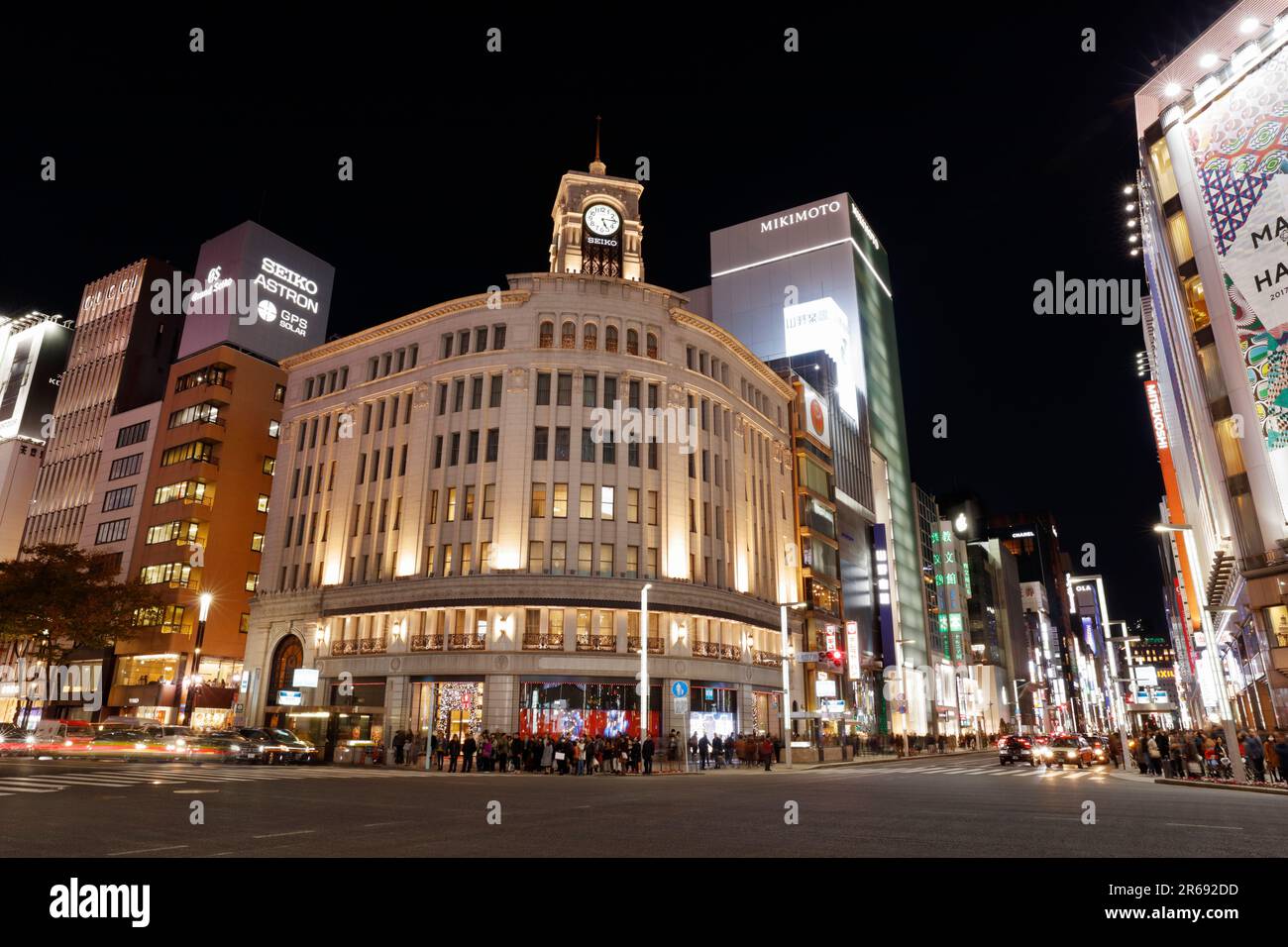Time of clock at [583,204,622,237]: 5:14
